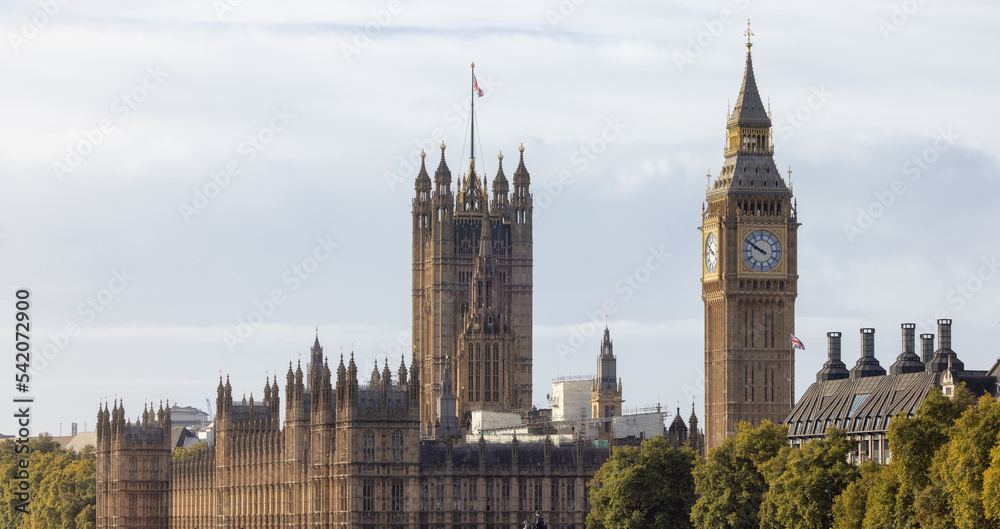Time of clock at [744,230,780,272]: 9:50
